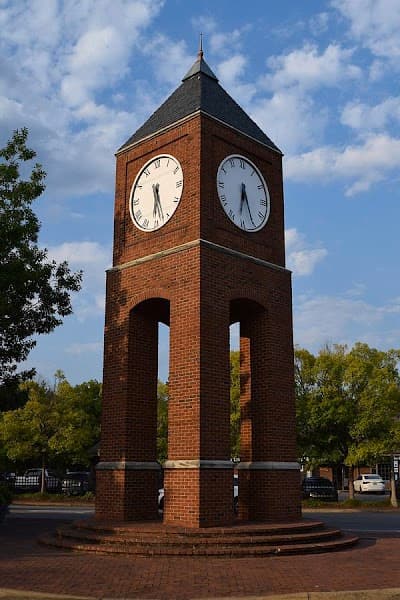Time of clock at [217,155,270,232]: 6:25
